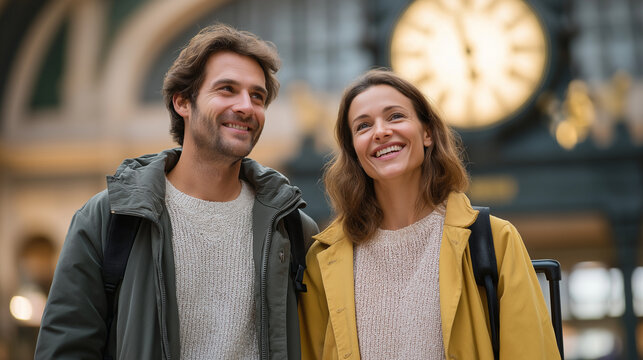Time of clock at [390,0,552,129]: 5:57
